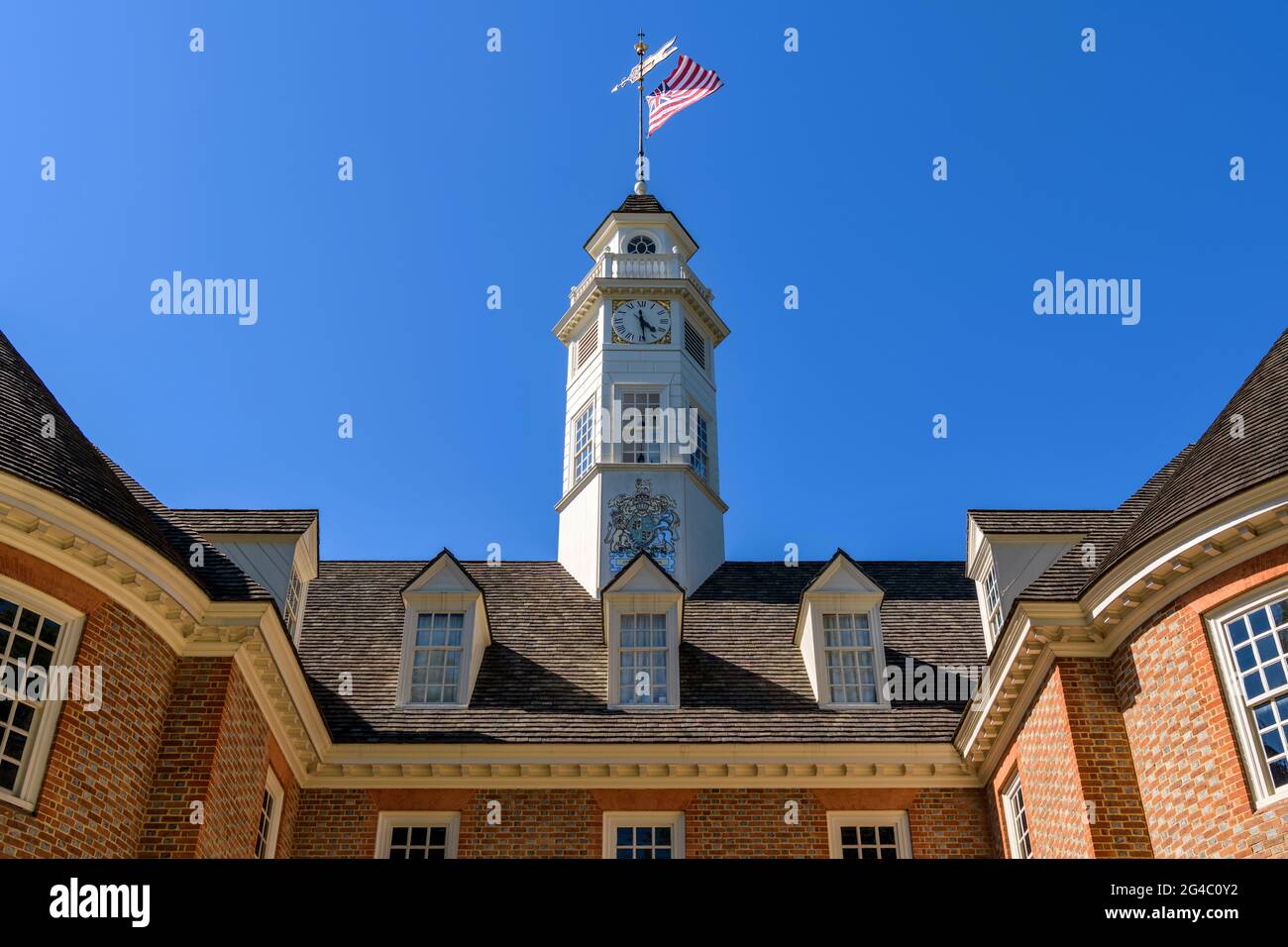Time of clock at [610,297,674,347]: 4:29
